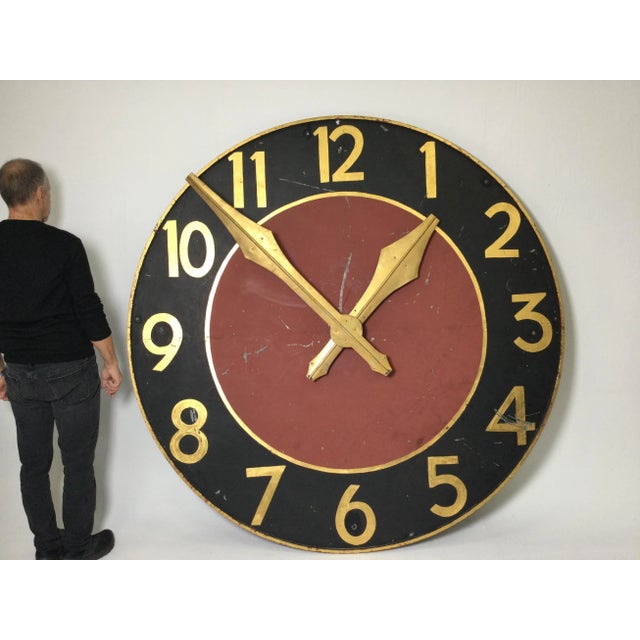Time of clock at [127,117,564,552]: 1:06
